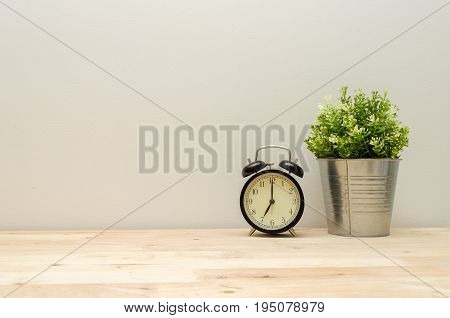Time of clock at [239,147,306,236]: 7:00
